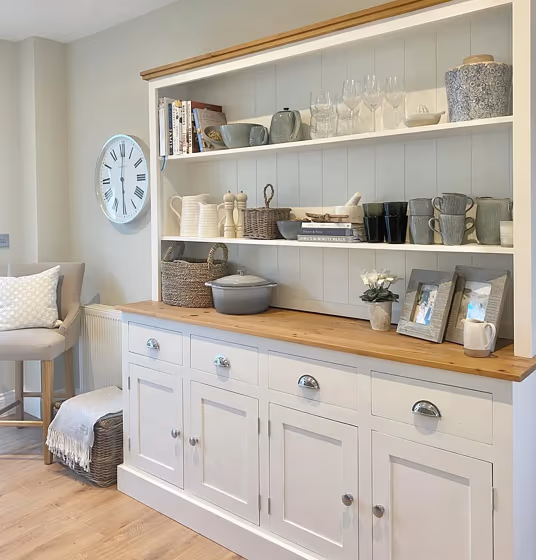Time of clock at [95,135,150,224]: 6:00
